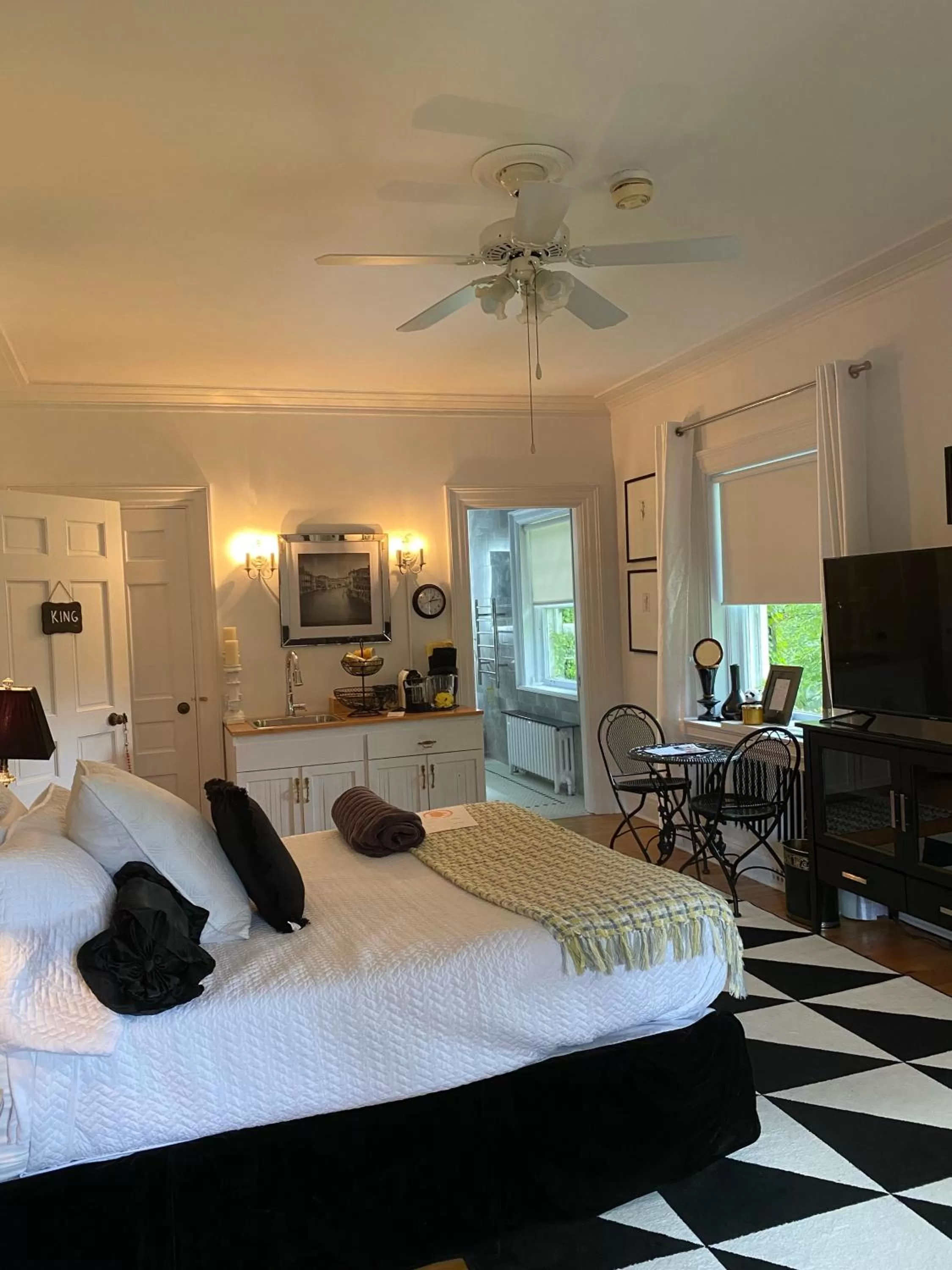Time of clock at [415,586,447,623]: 1:13
